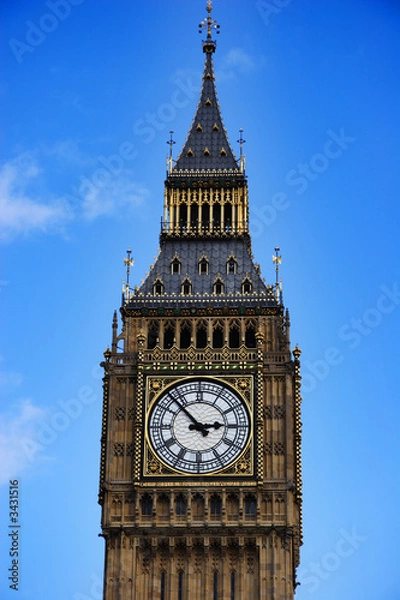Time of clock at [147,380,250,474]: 2:52
